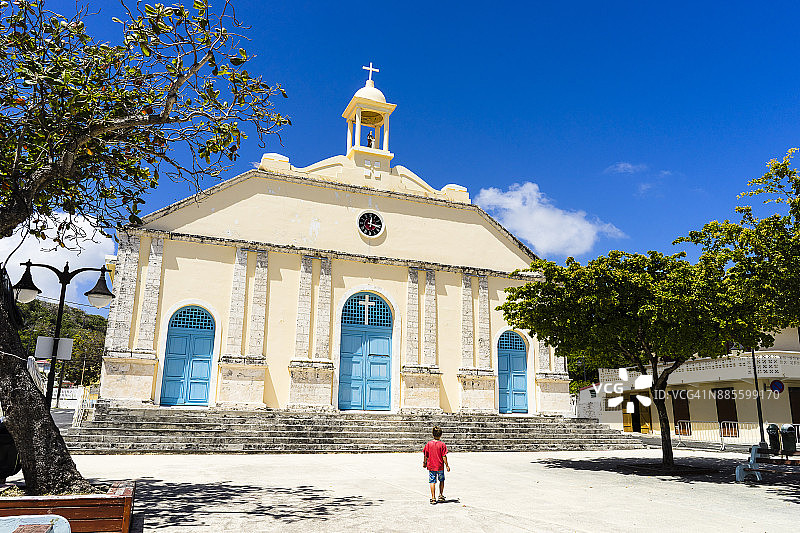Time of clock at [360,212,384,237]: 12:17
